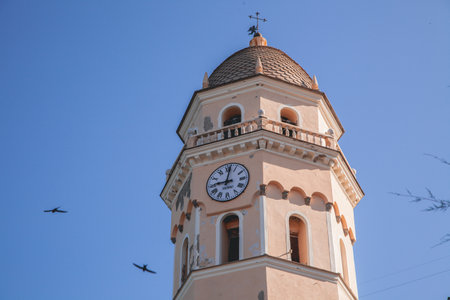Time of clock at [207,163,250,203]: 9:01
